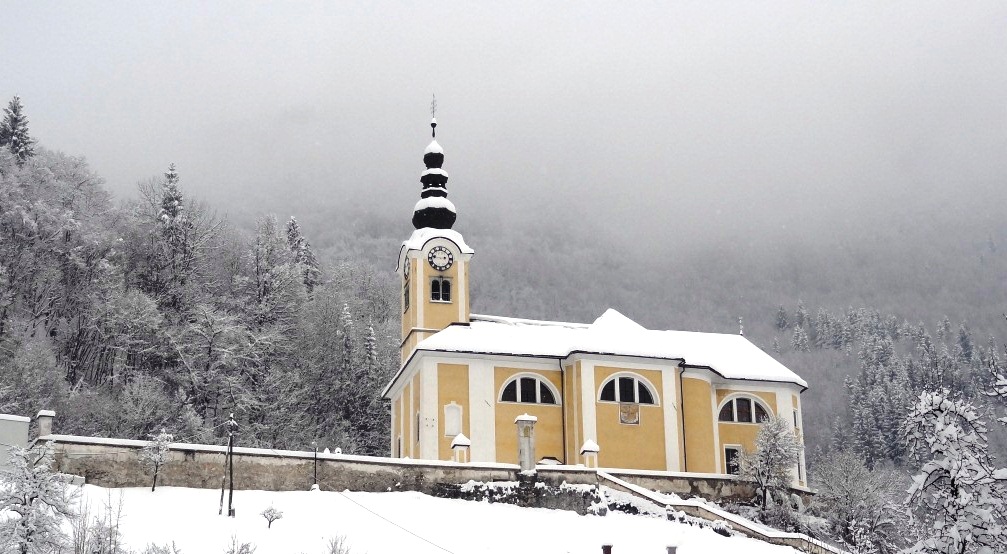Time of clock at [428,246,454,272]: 2:46
